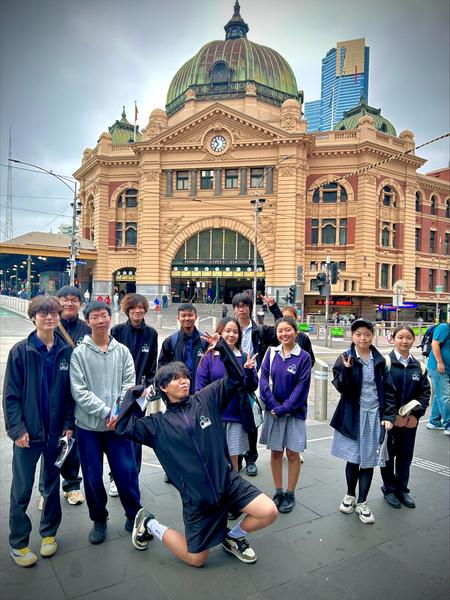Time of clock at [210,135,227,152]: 10:36
